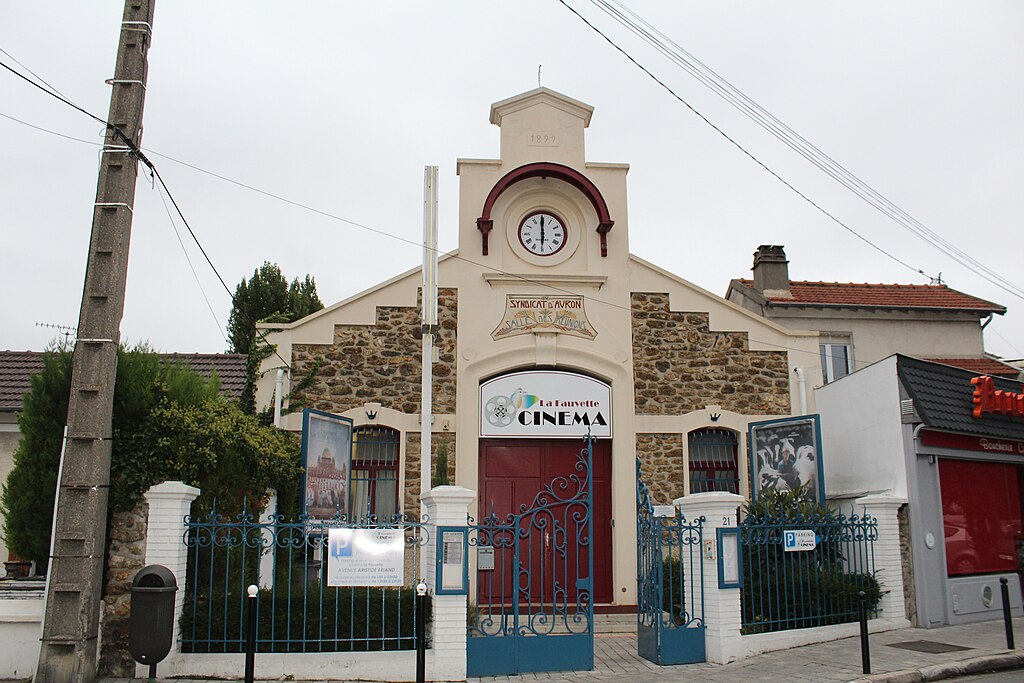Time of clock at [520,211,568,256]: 5:59
